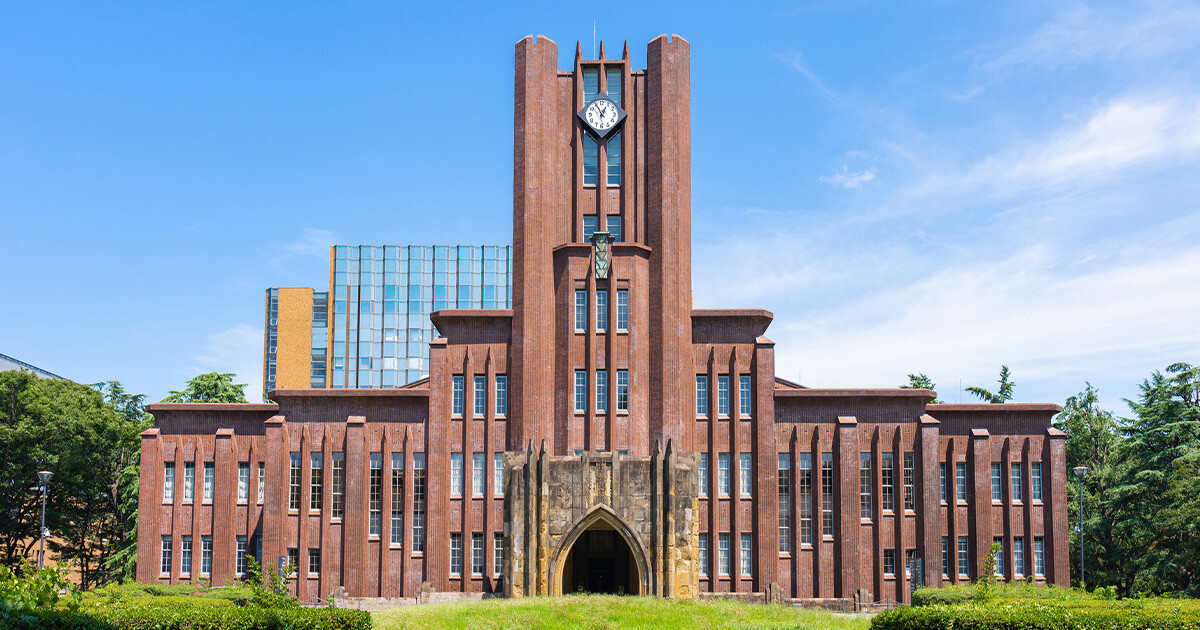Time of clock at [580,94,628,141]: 12:55
